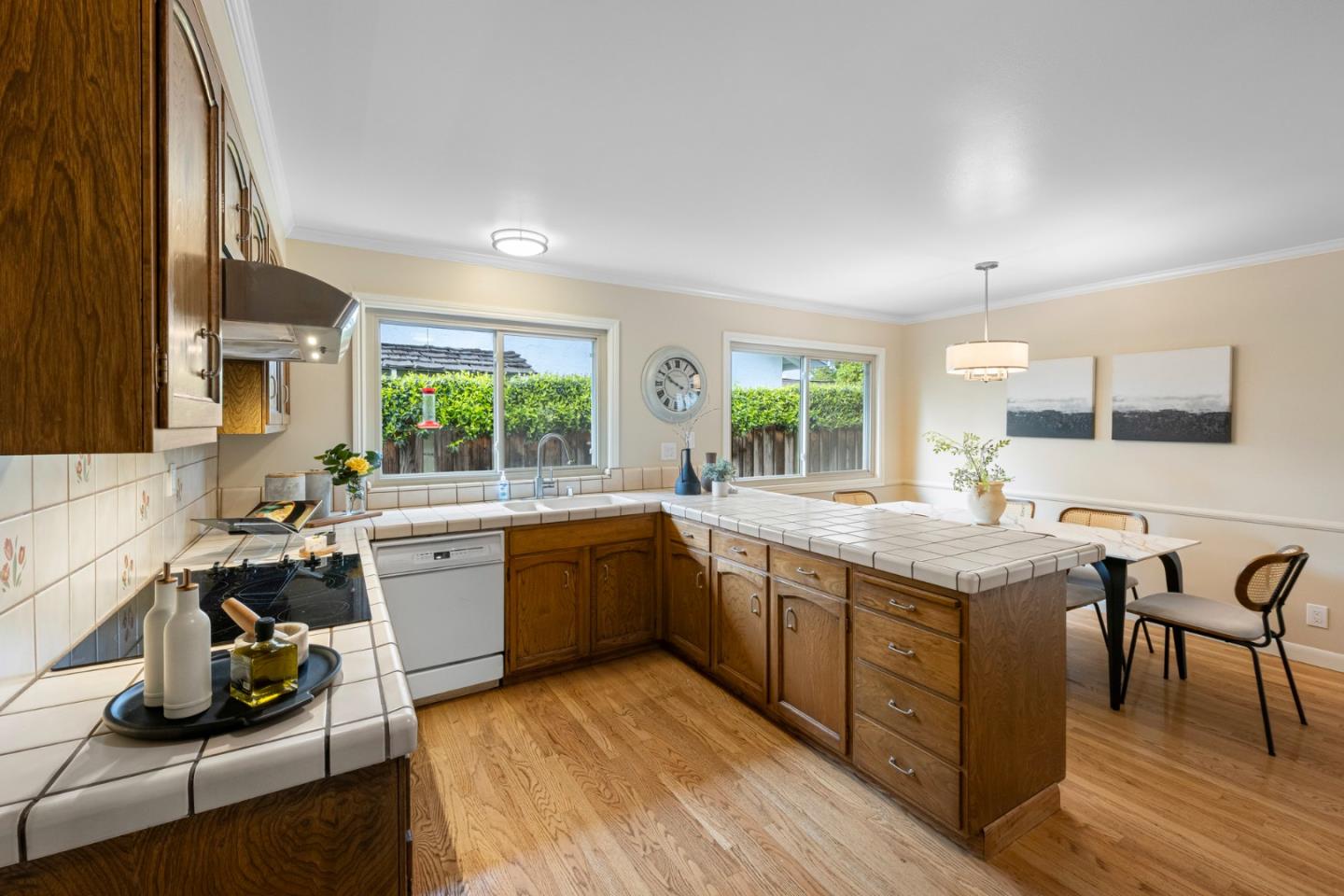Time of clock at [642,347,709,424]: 9:50
